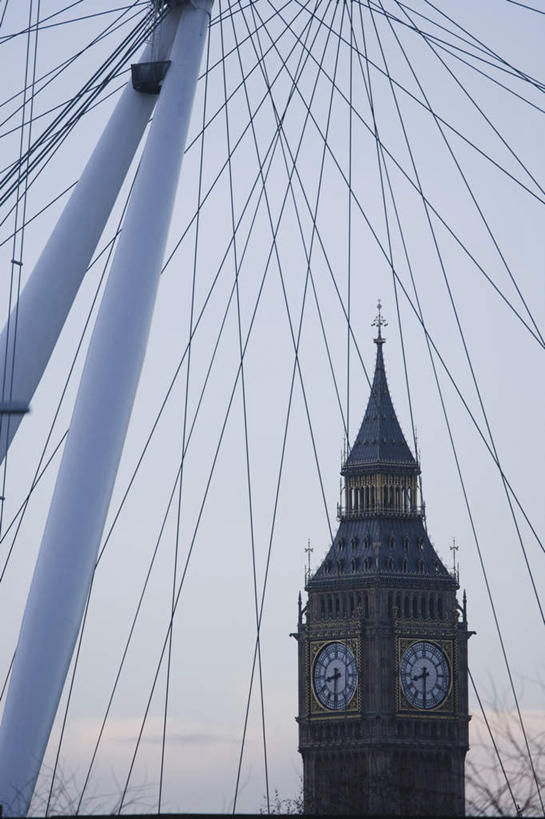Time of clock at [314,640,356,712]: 8:31
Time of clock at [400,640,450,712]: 8:30
